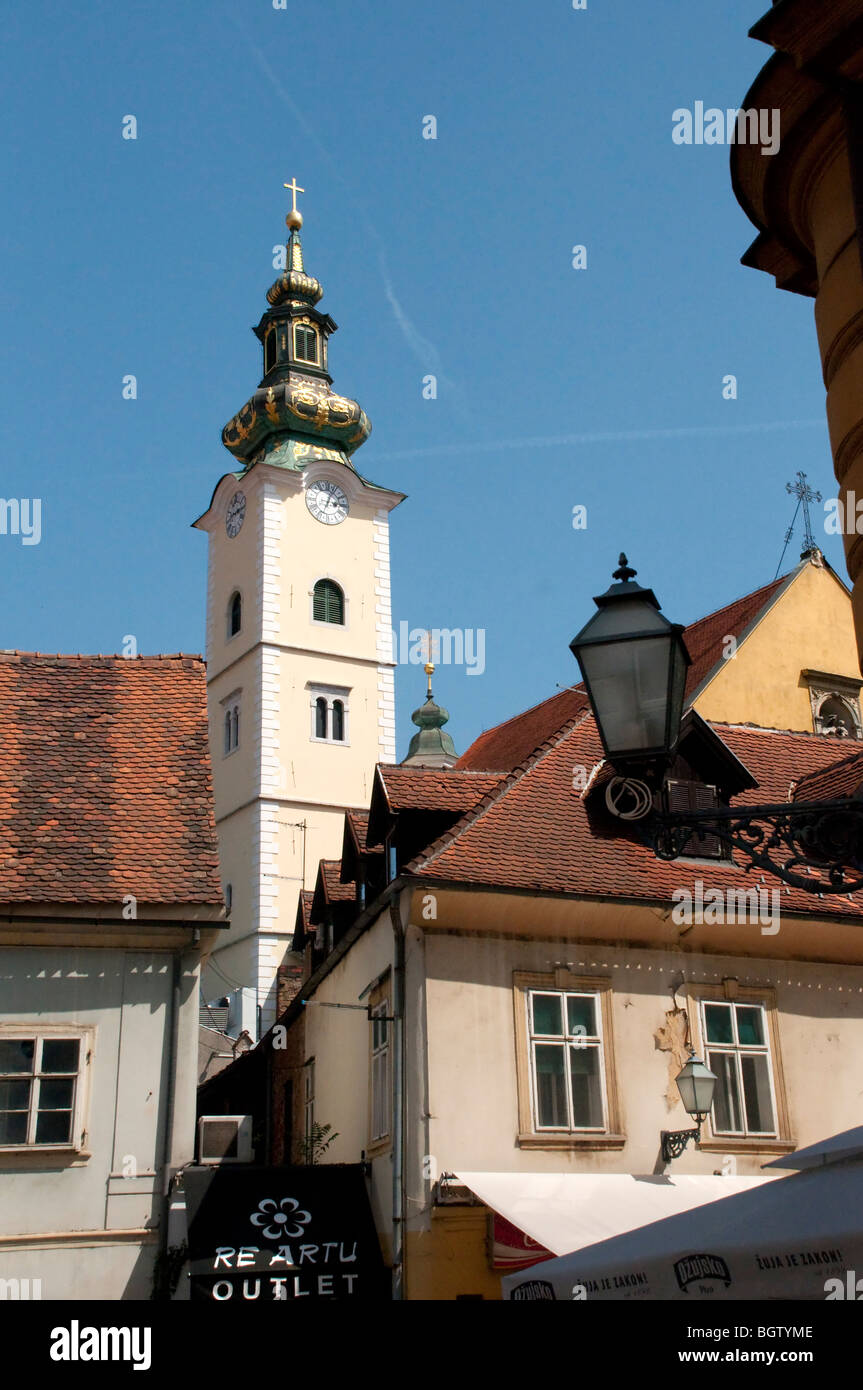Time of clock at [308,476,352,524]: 3:04
